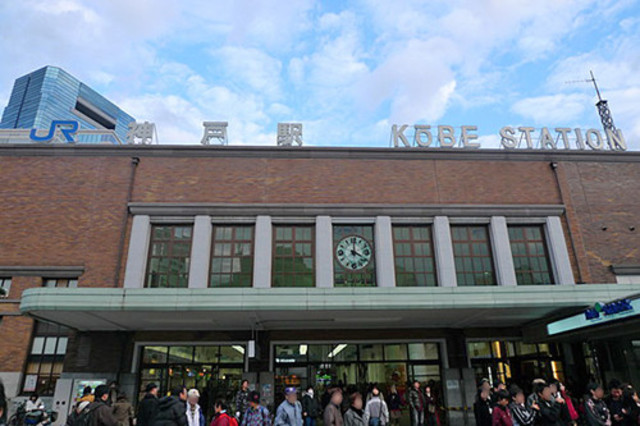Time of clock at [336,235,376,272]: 4:00
